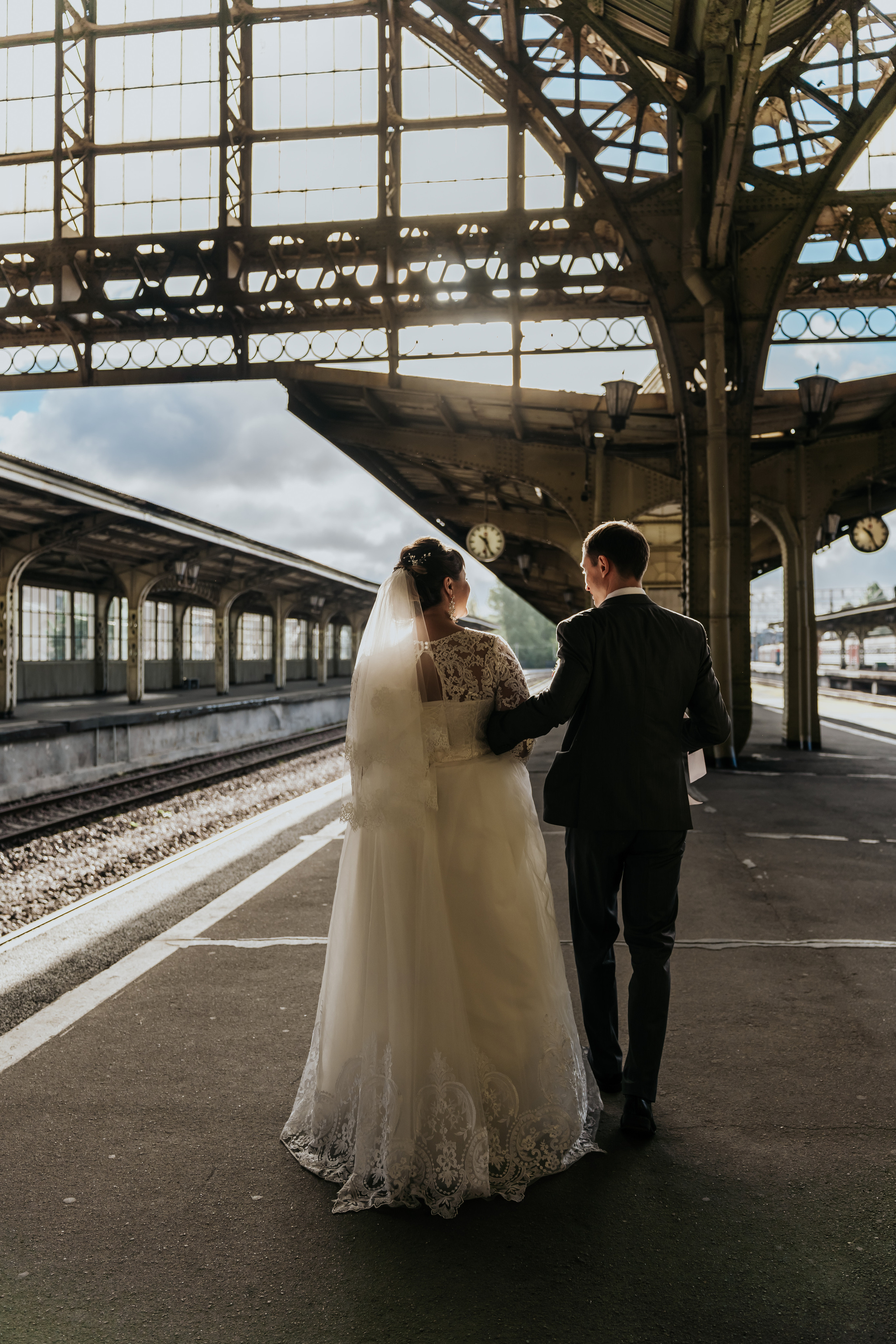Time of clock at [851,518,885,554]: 10:25
